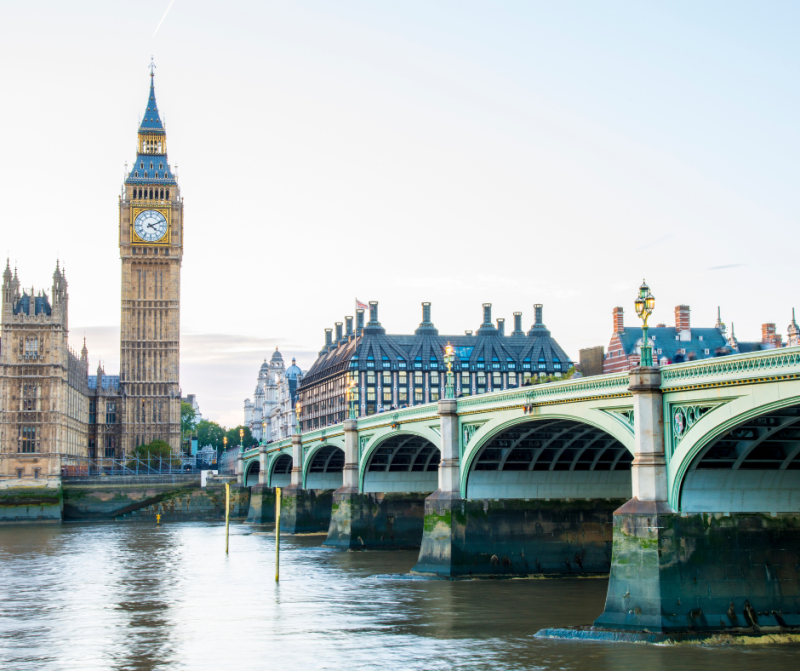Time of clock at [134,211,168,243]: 4:11
